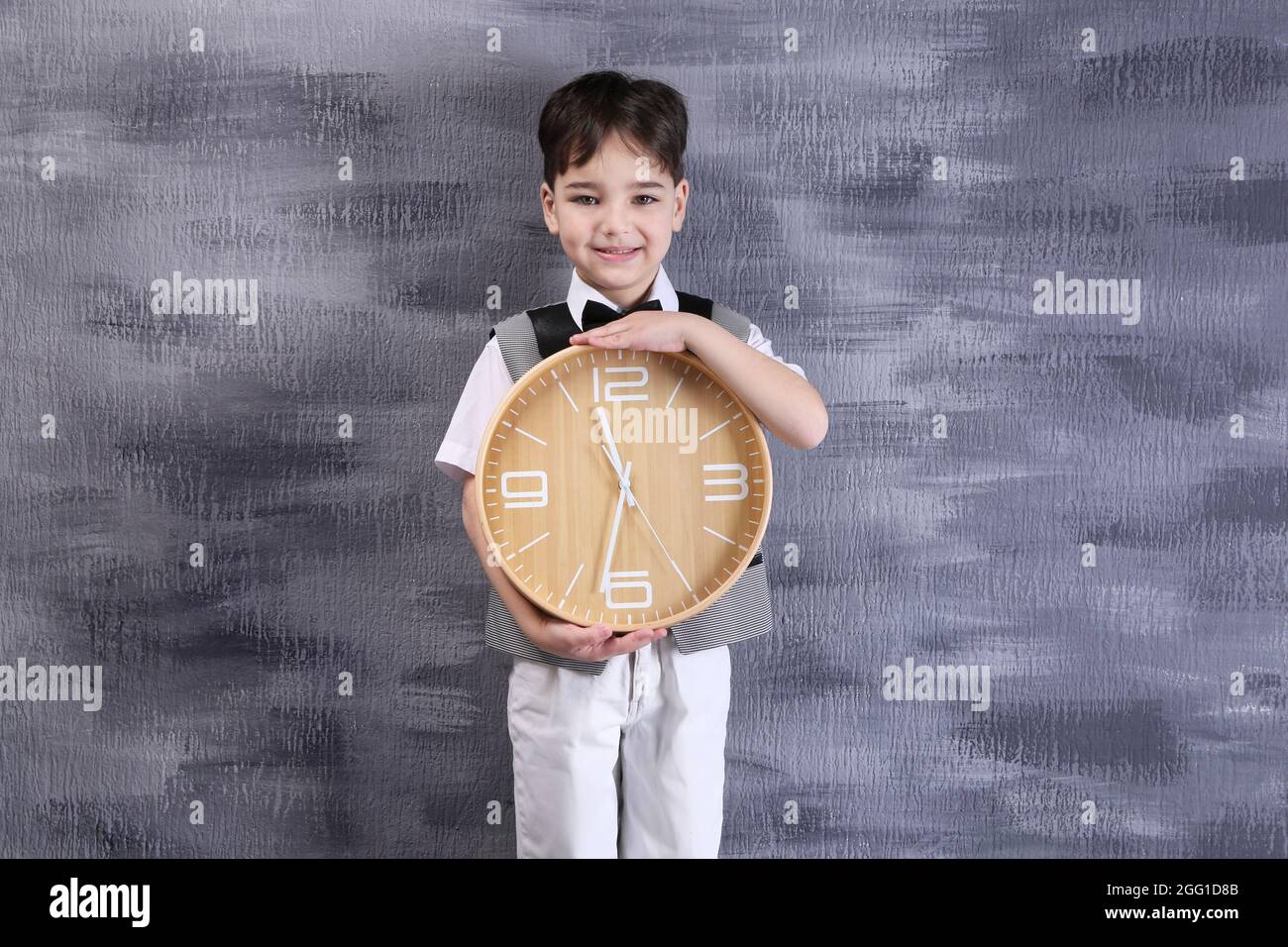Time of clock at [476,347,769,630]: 11:32
